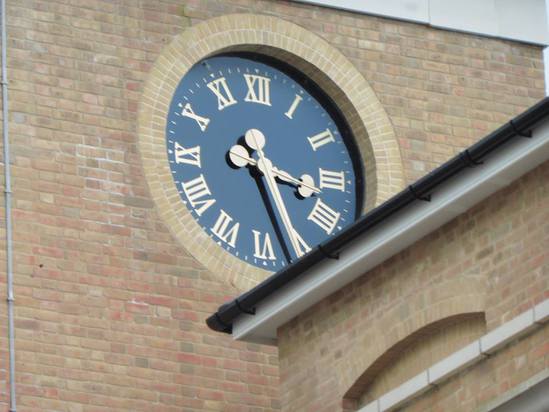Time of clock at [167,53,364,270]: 3:26
